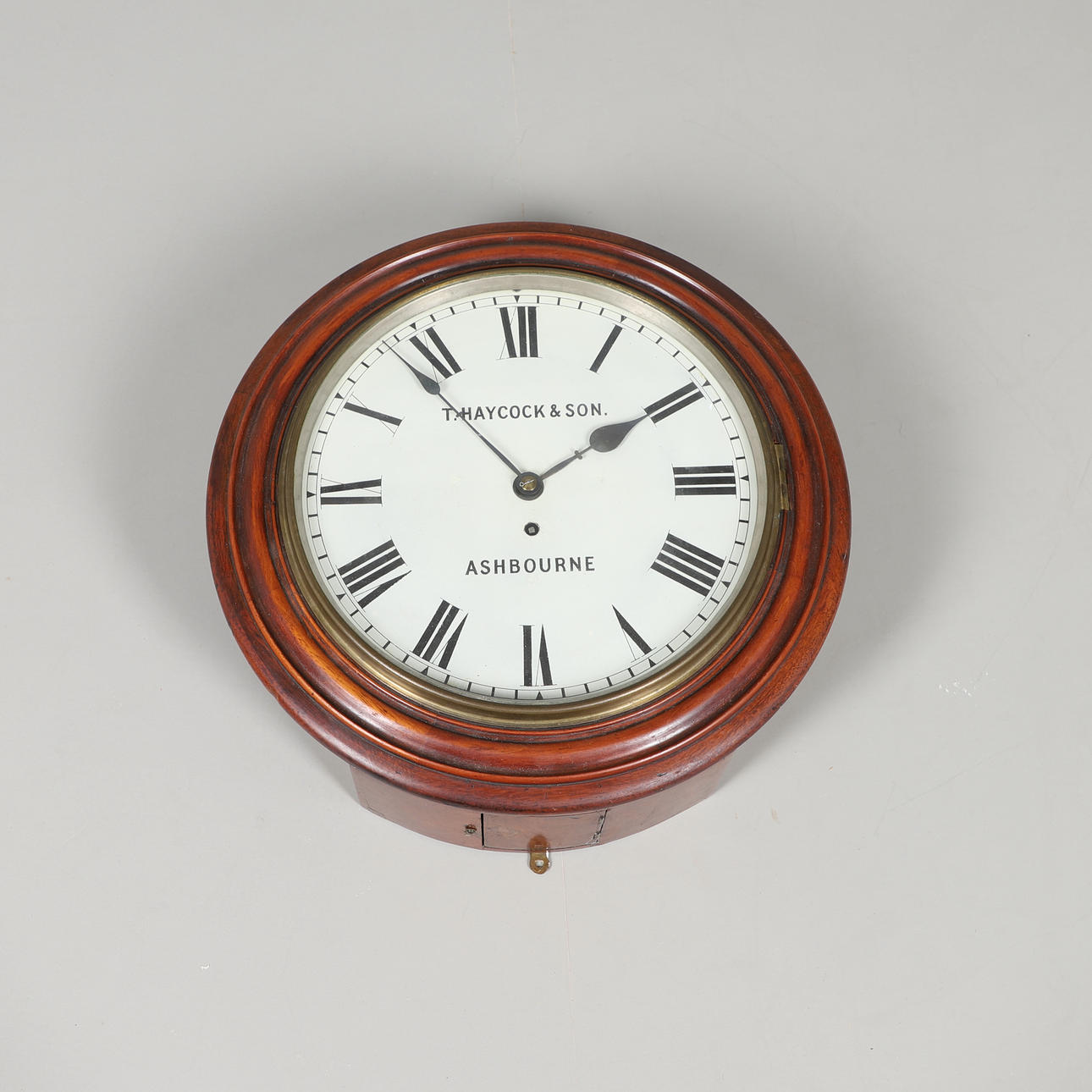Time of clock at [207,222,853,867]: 1:53
